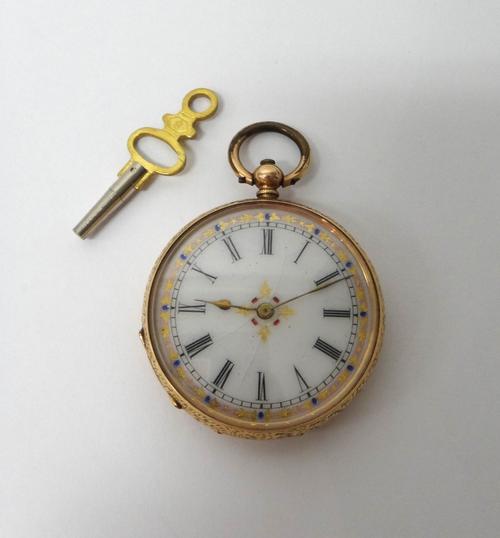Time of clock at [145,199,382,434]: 9:10
